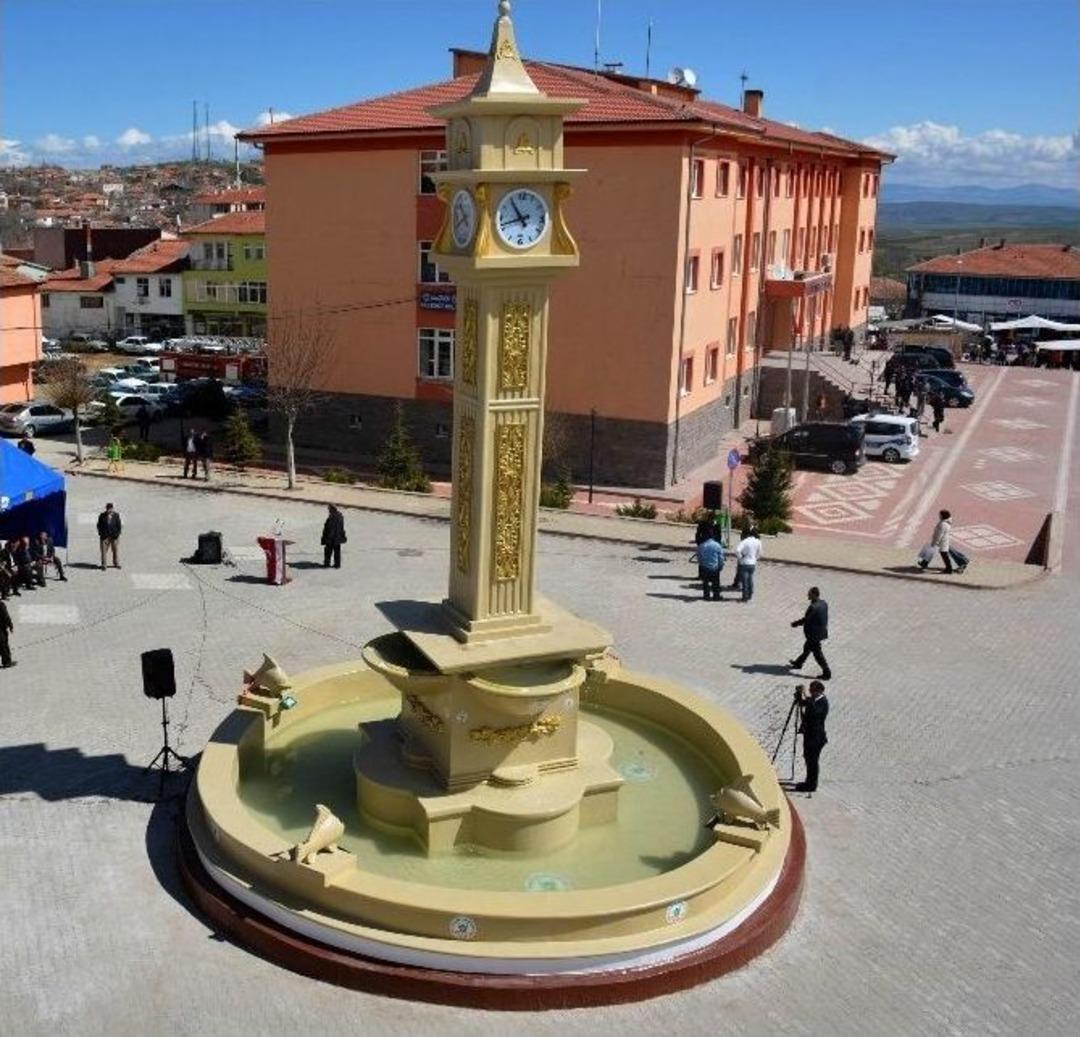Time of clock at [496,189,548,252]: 10:42
